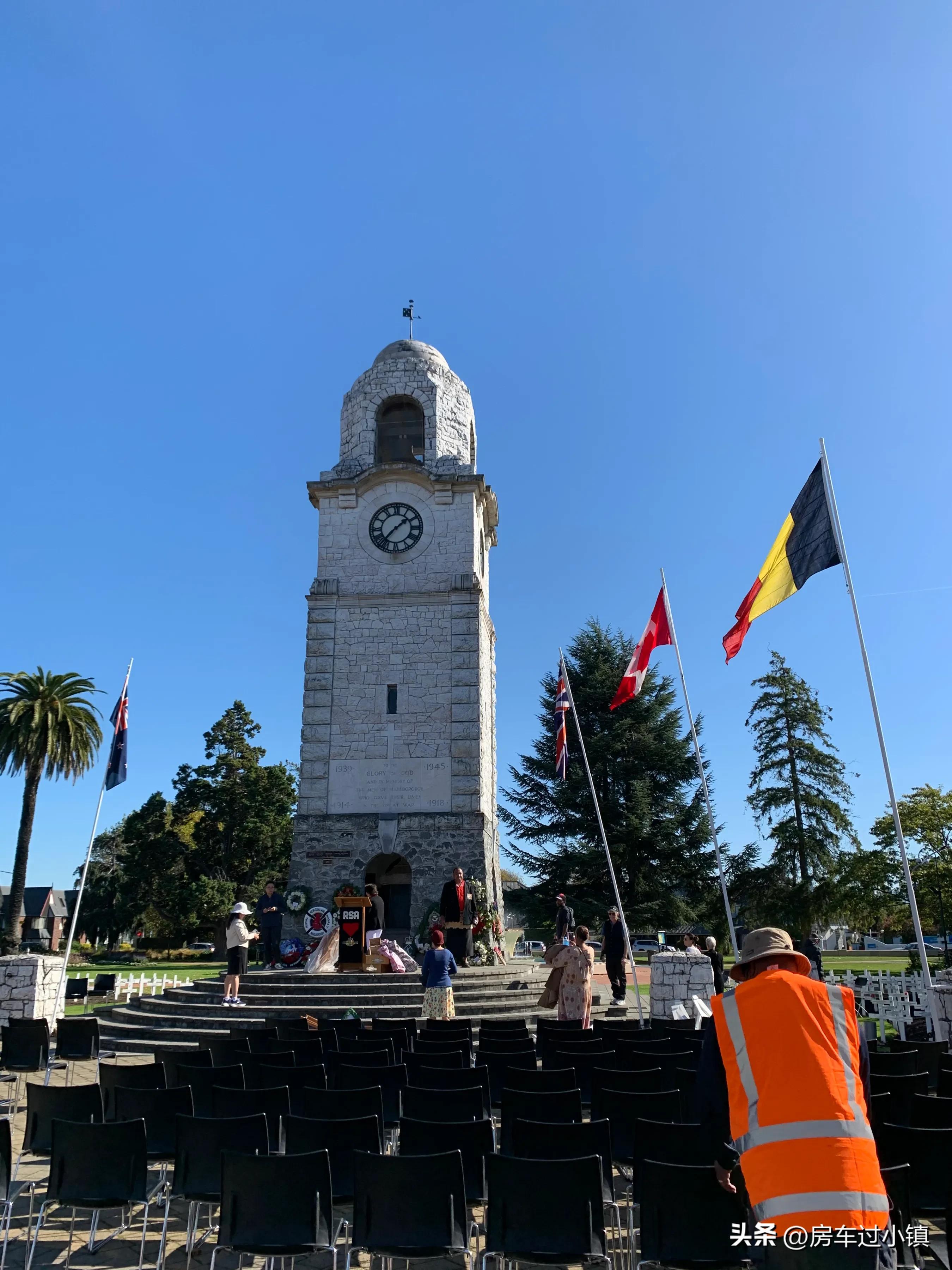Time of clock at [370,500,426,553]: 1:36
